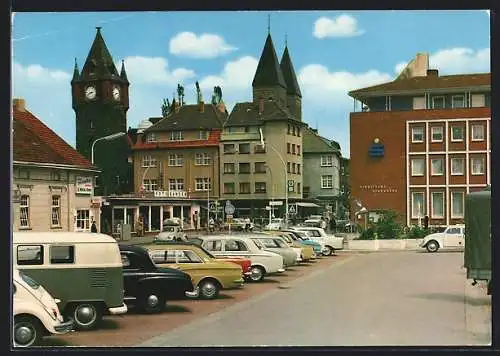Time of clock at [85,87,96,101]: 2:40
